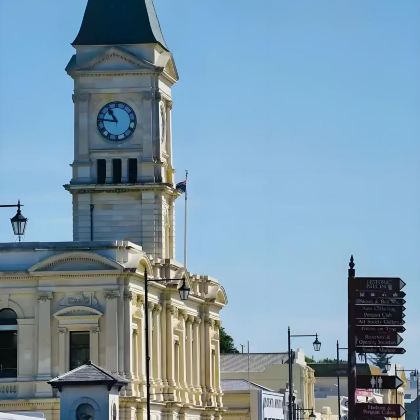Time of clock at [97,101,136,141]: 10:46
